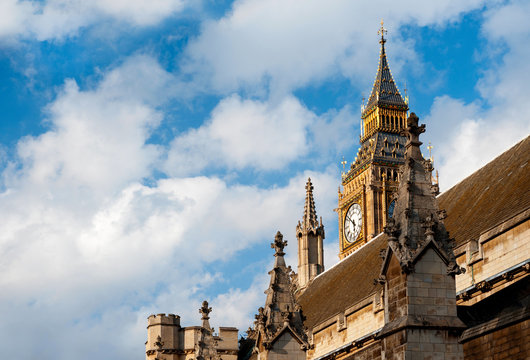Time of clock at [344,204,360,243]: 5:51
